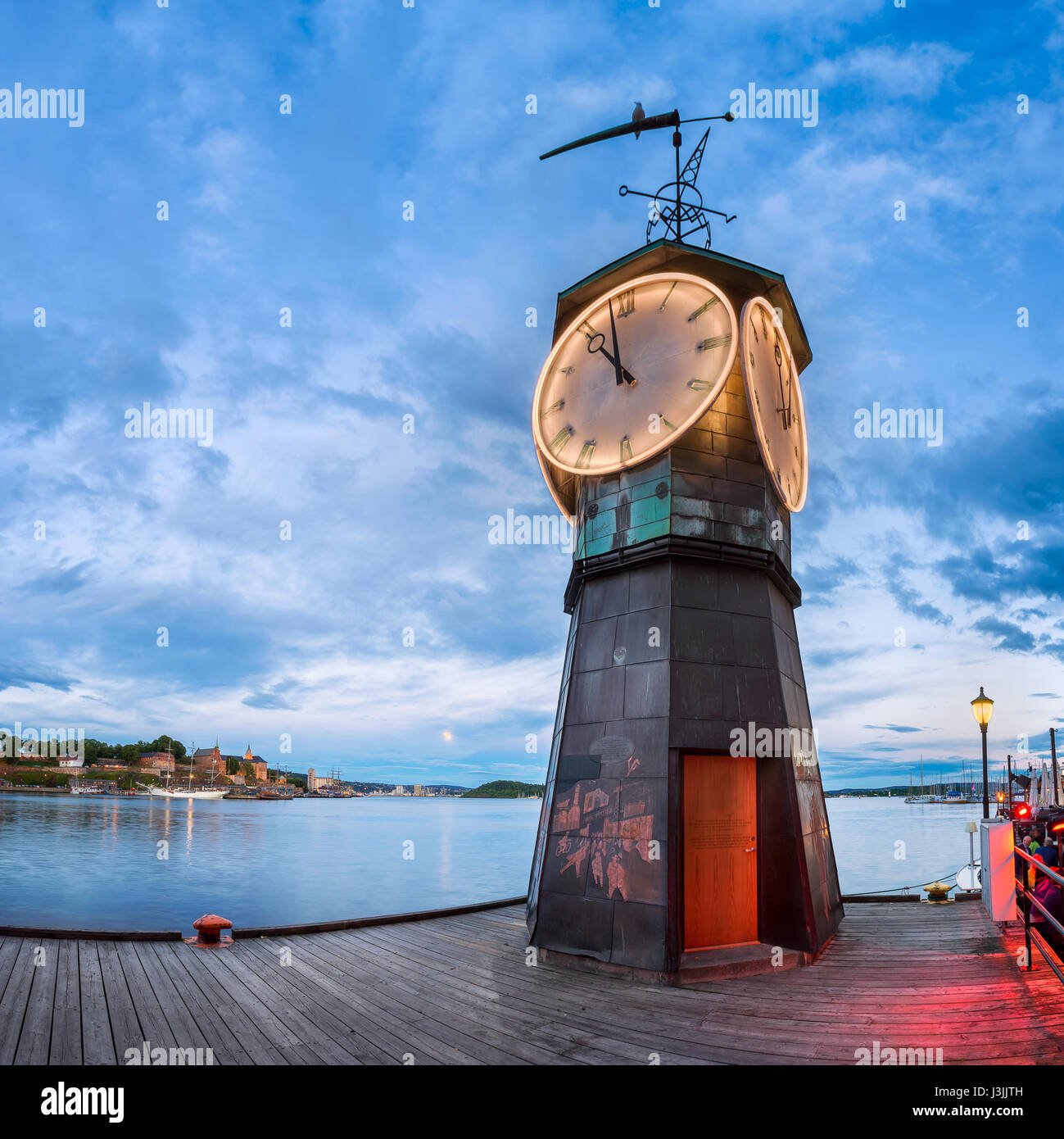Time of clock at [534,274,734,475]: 10:58
